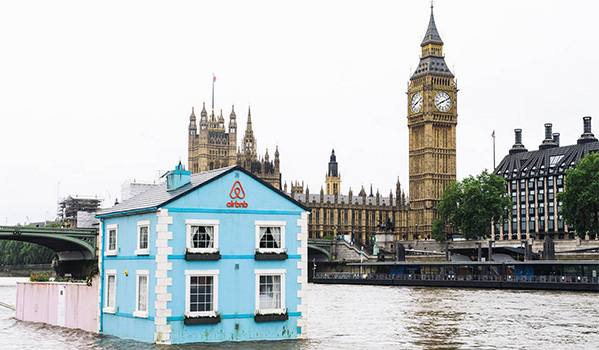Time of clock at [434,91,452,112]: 8:10
